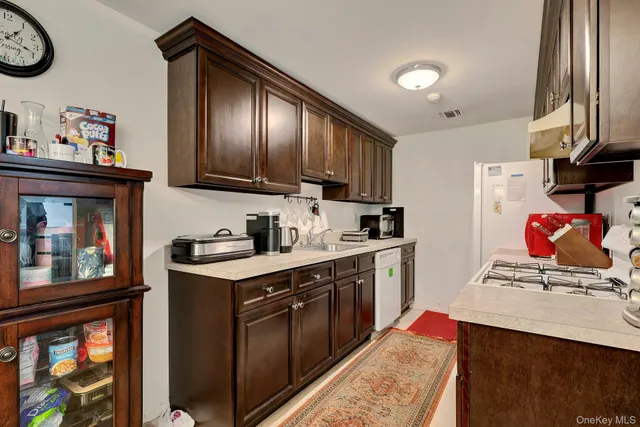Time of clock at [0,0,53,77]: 1:18
